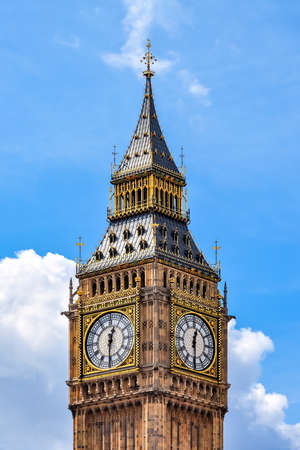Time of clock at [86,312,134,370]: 12:30
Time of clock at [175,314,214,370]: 12:29
